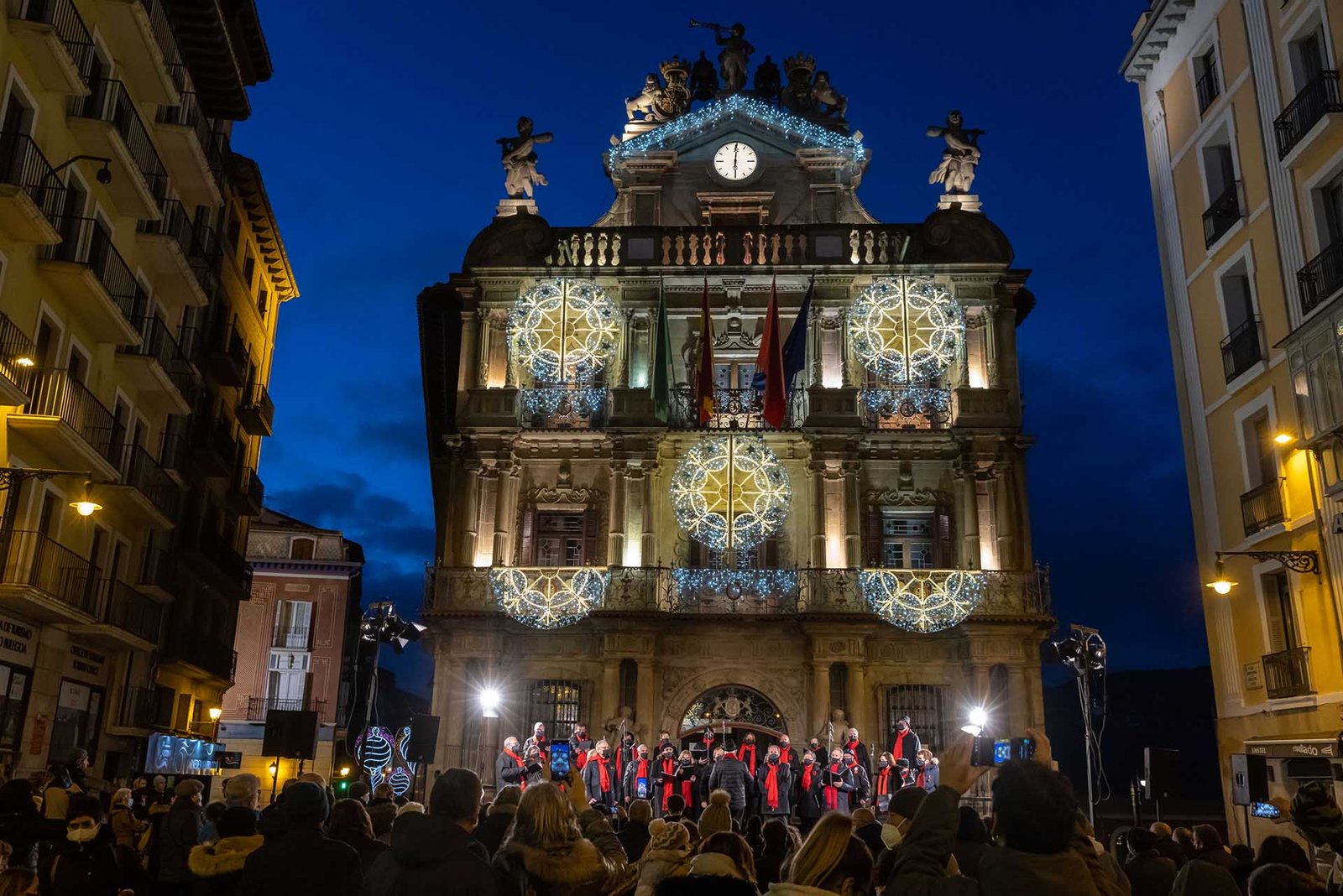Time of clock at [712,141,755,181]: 6:00
